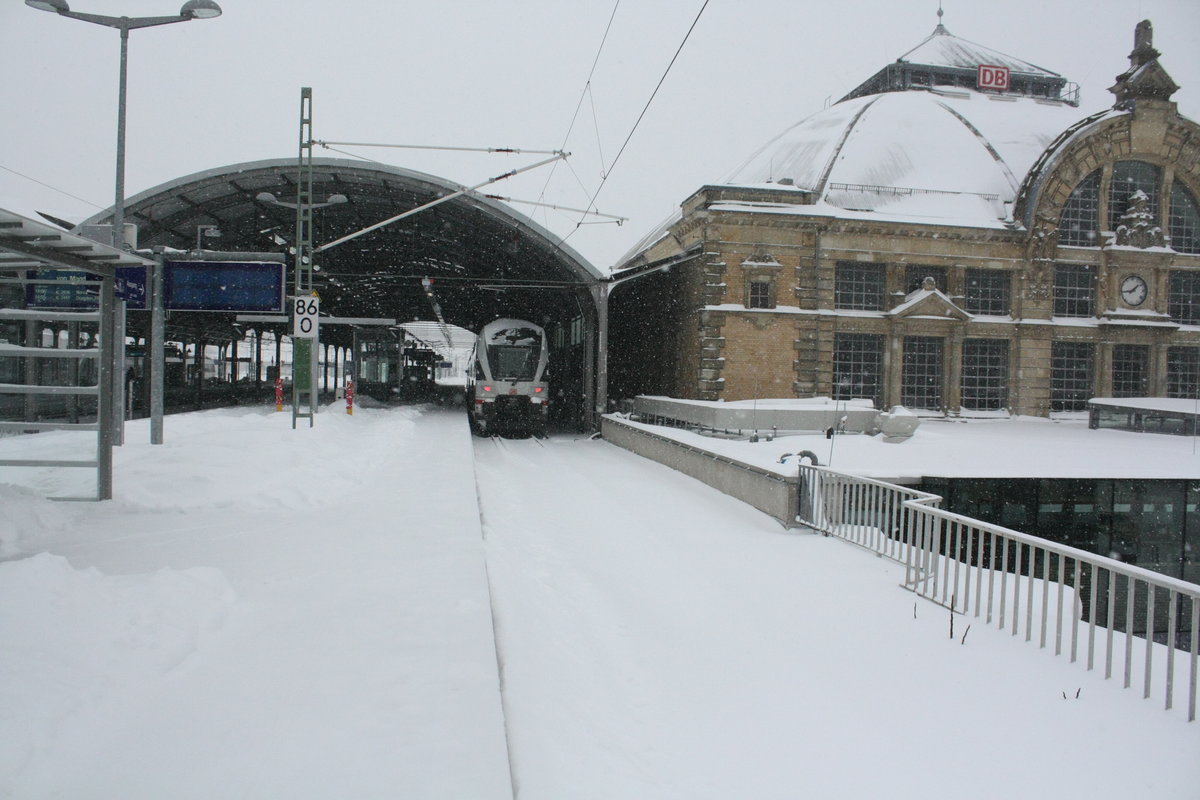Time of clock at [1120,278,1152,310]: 1:43
